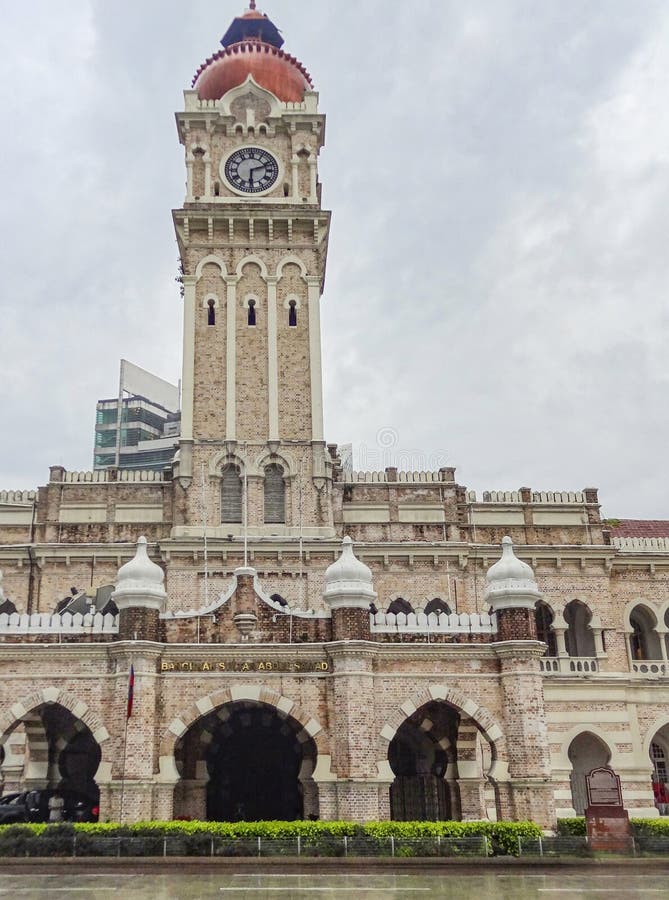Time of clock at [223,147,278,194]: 6:11
